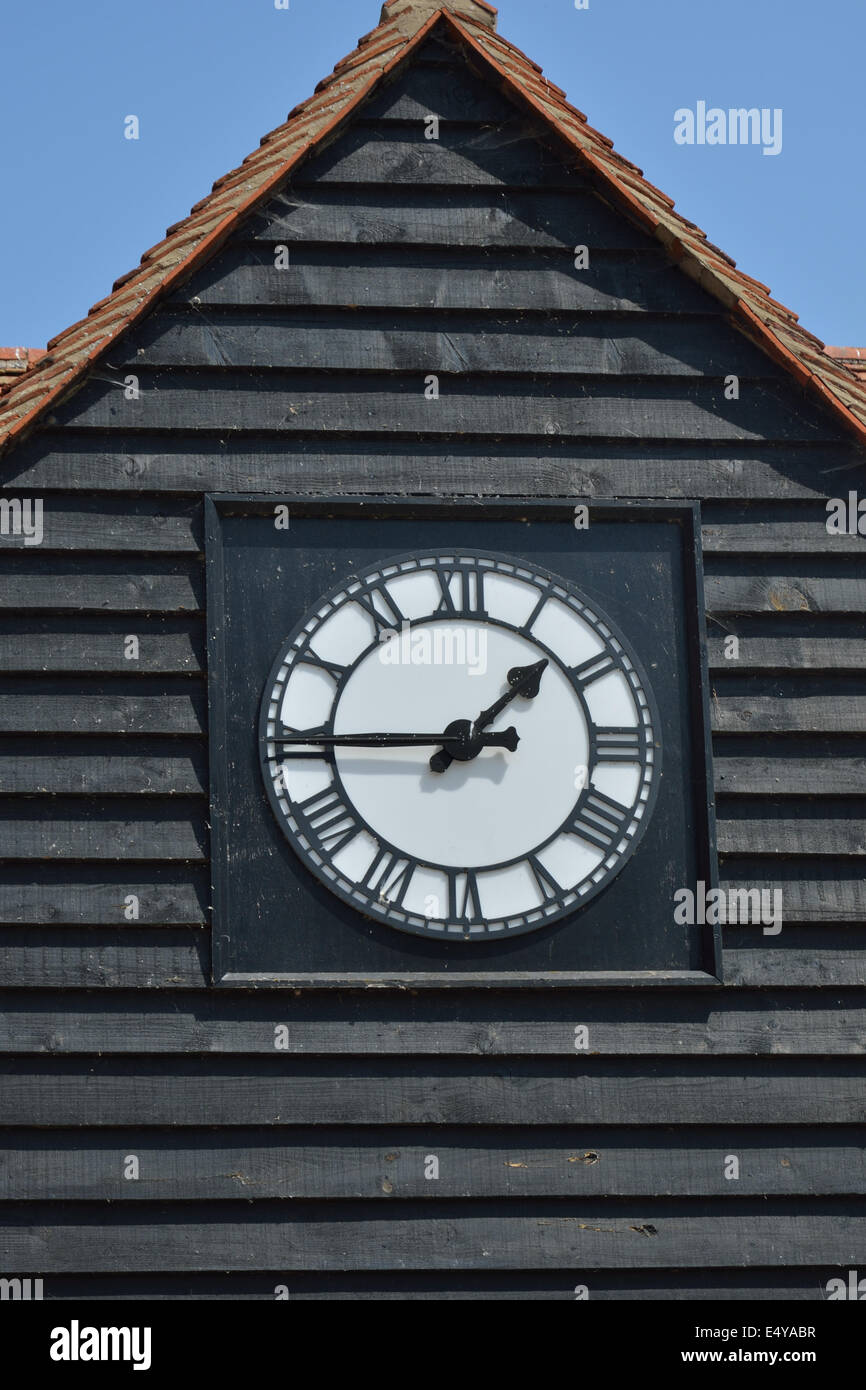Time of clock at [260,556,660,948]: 1:44
